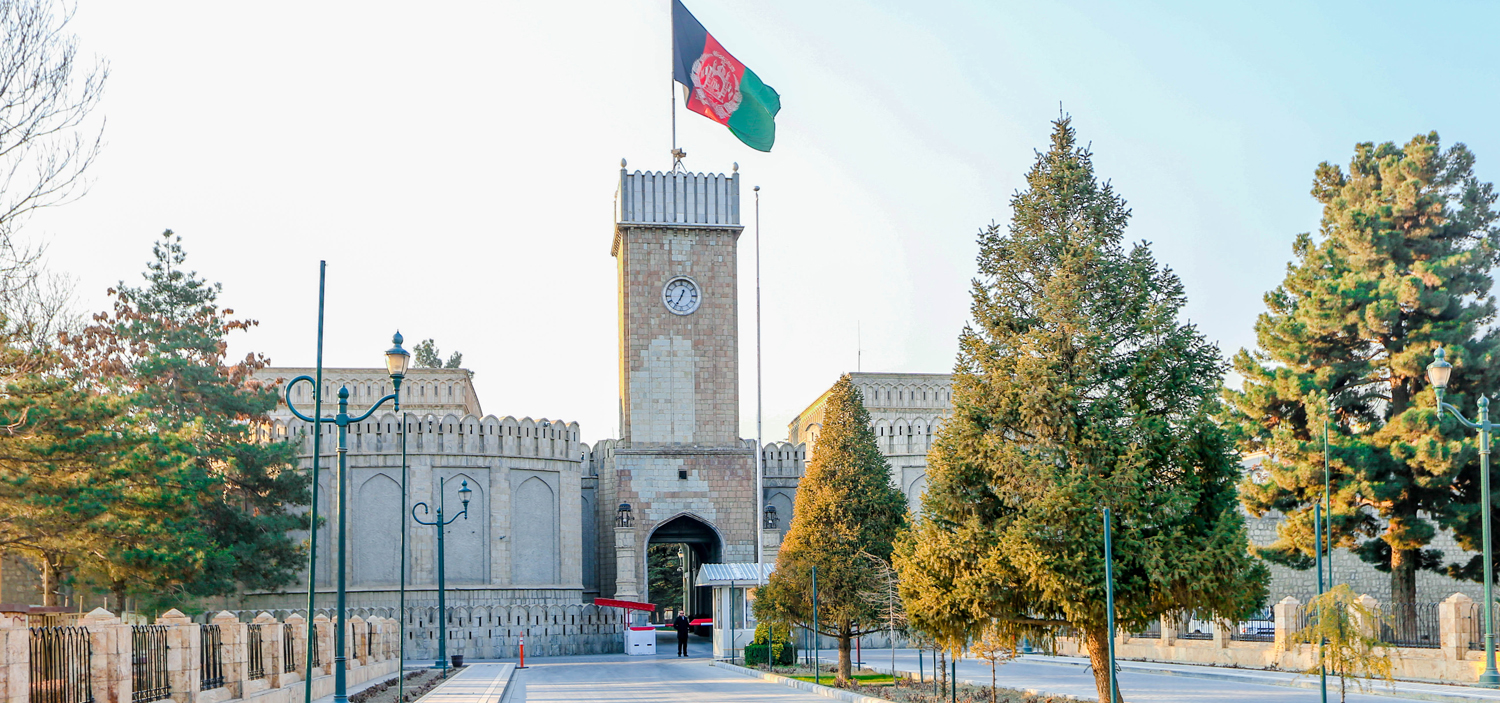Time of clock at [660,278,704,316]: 12:34
